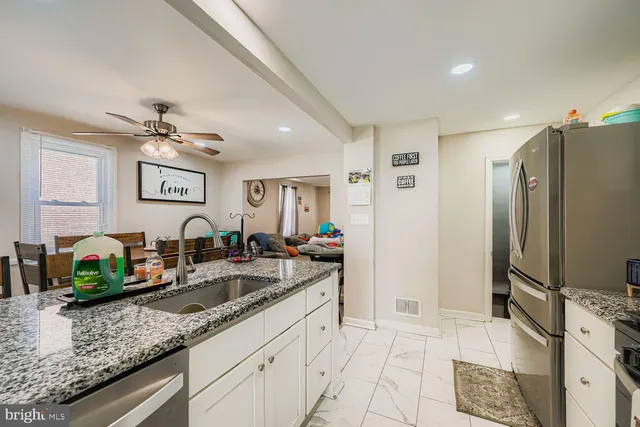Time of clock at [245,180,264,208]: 12:20
